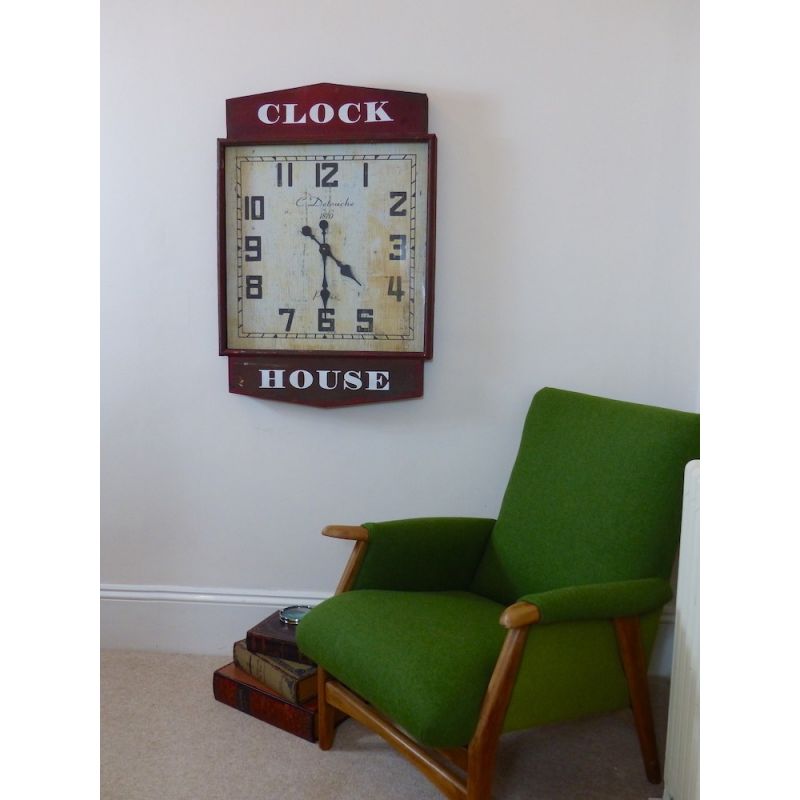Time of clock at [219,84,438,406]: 4:30
